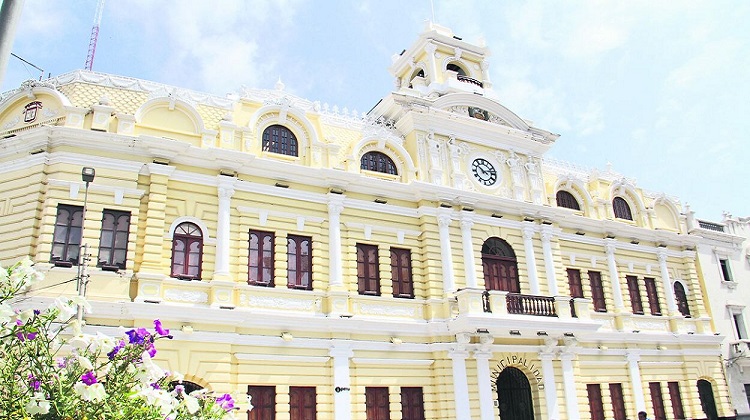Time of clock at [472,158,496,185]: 10:12
